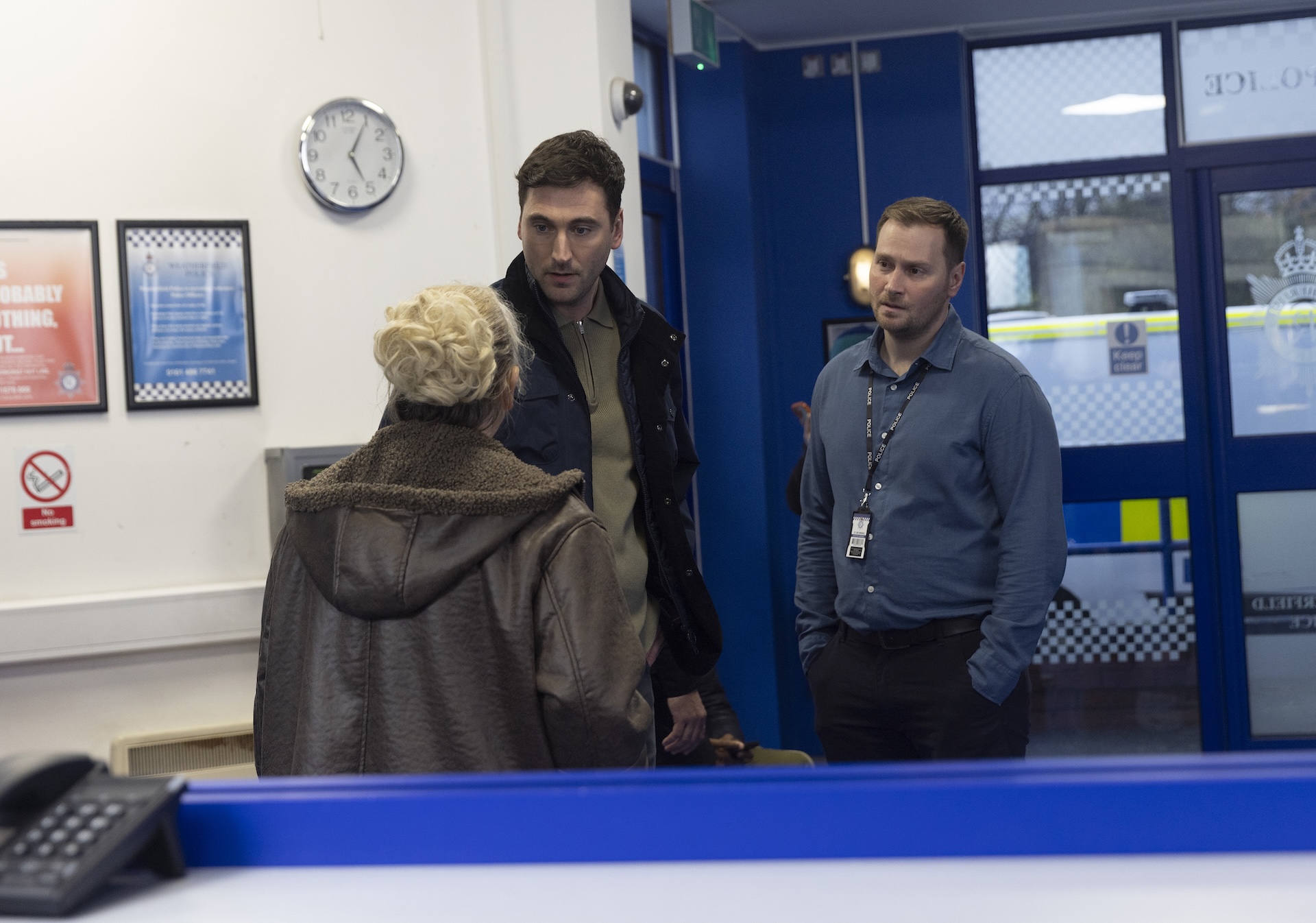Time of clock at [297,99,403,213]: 5:05
